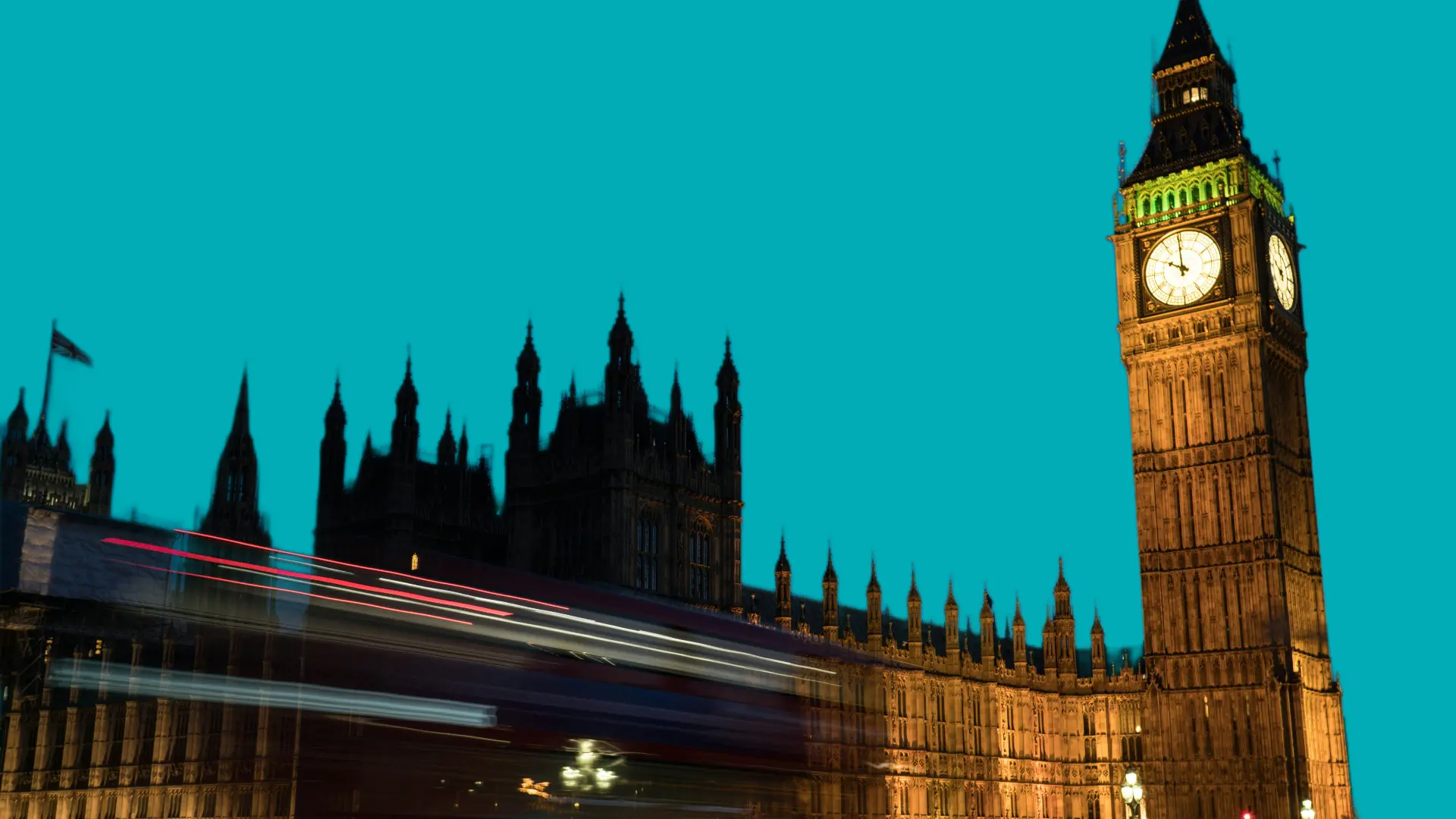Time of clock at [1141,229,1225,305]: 9:59
